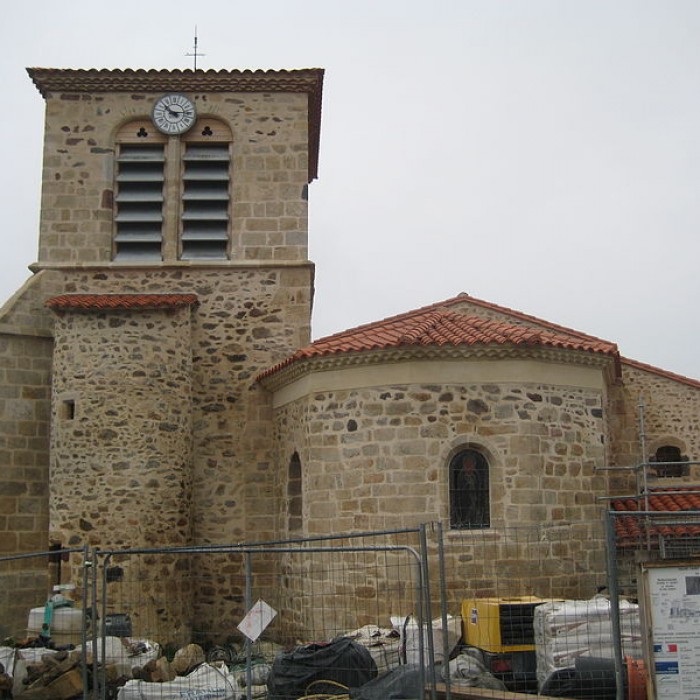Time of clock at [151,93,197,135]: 10:14
